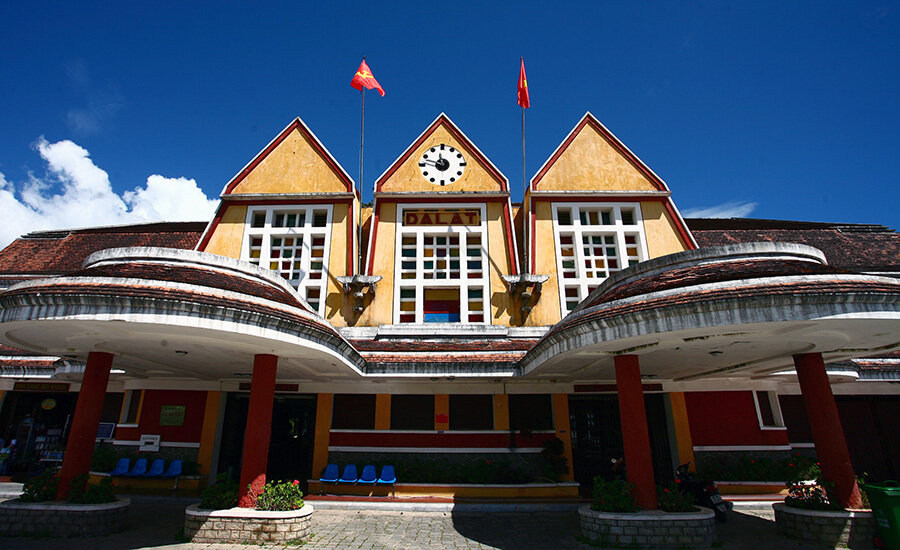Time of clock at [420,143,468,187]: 11:47
